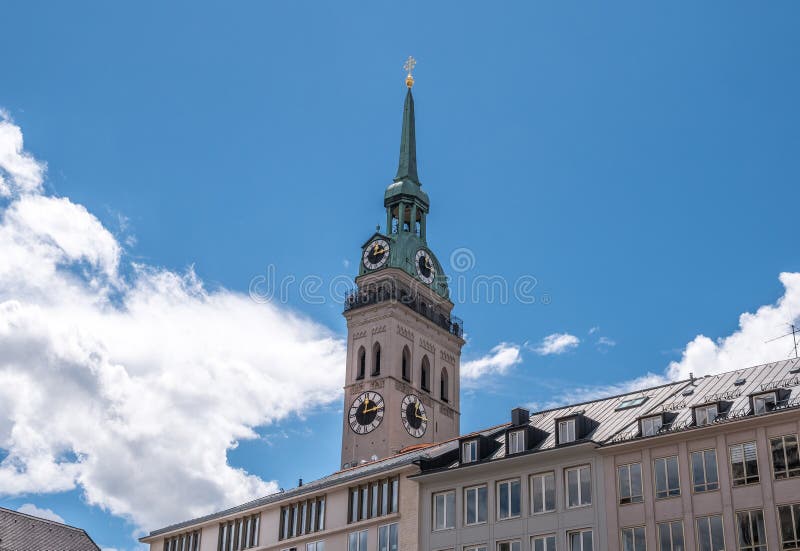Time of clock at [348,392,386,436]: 12:13
